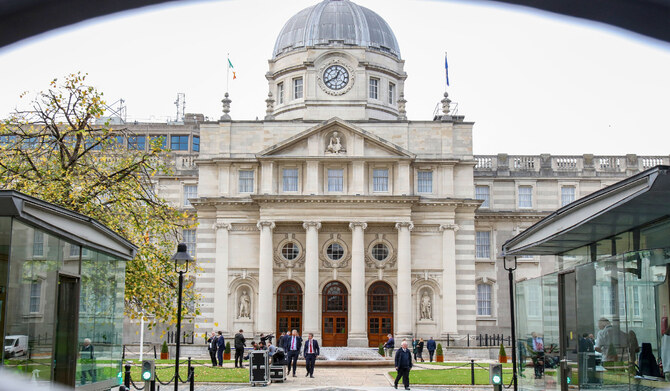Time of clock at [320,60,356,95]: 12:40
